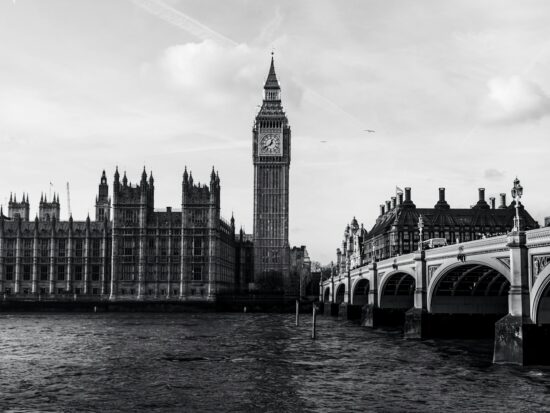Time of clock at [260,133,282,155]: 12:38
